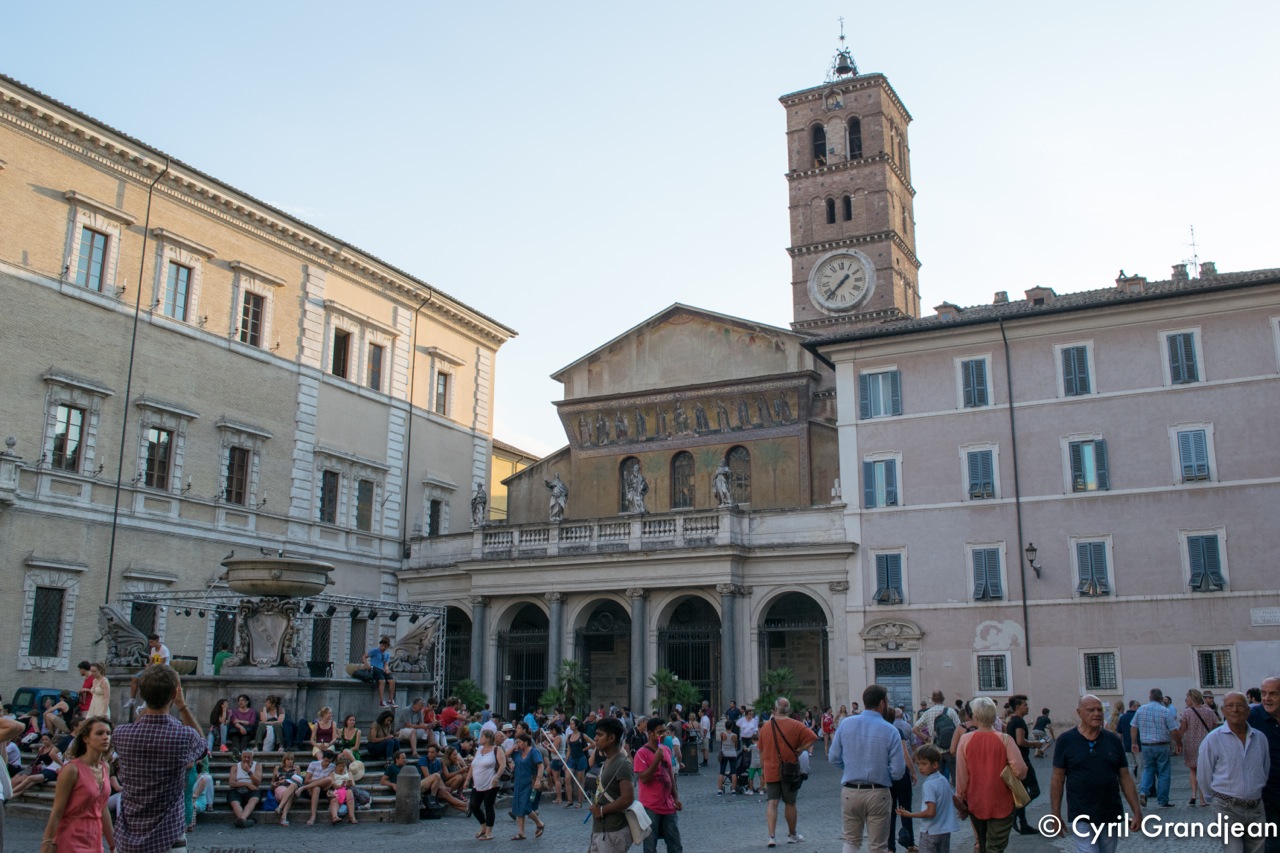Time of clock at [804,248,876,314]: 1:37
